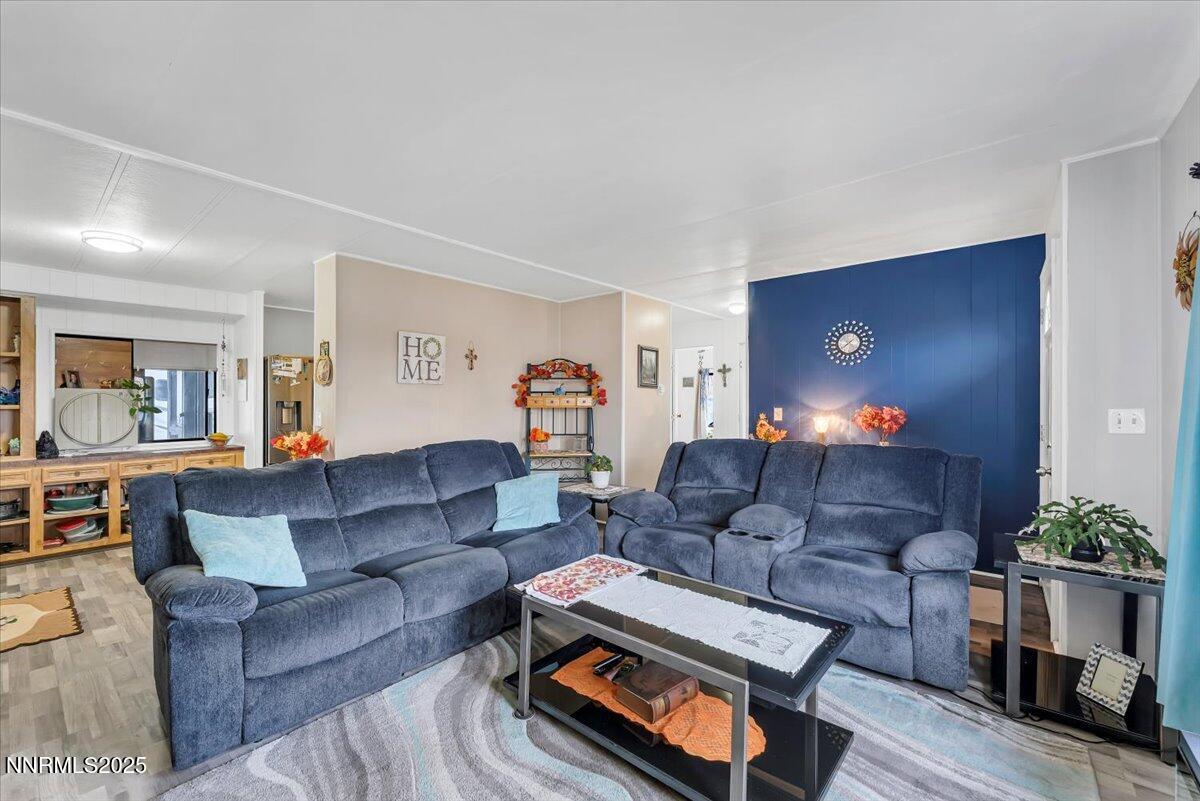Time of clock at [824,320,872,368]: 1:39
